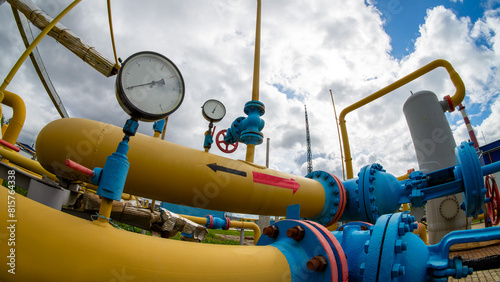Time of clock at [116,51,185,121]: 2:40
